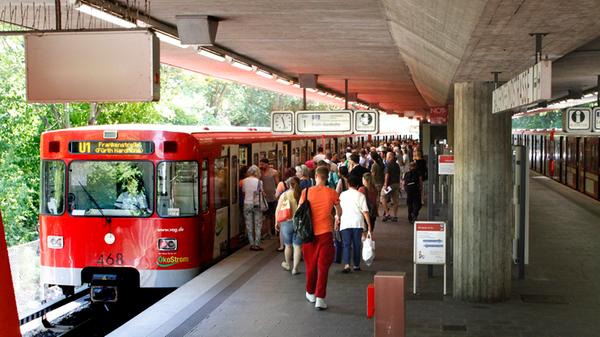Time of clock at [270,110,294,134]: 11:27
